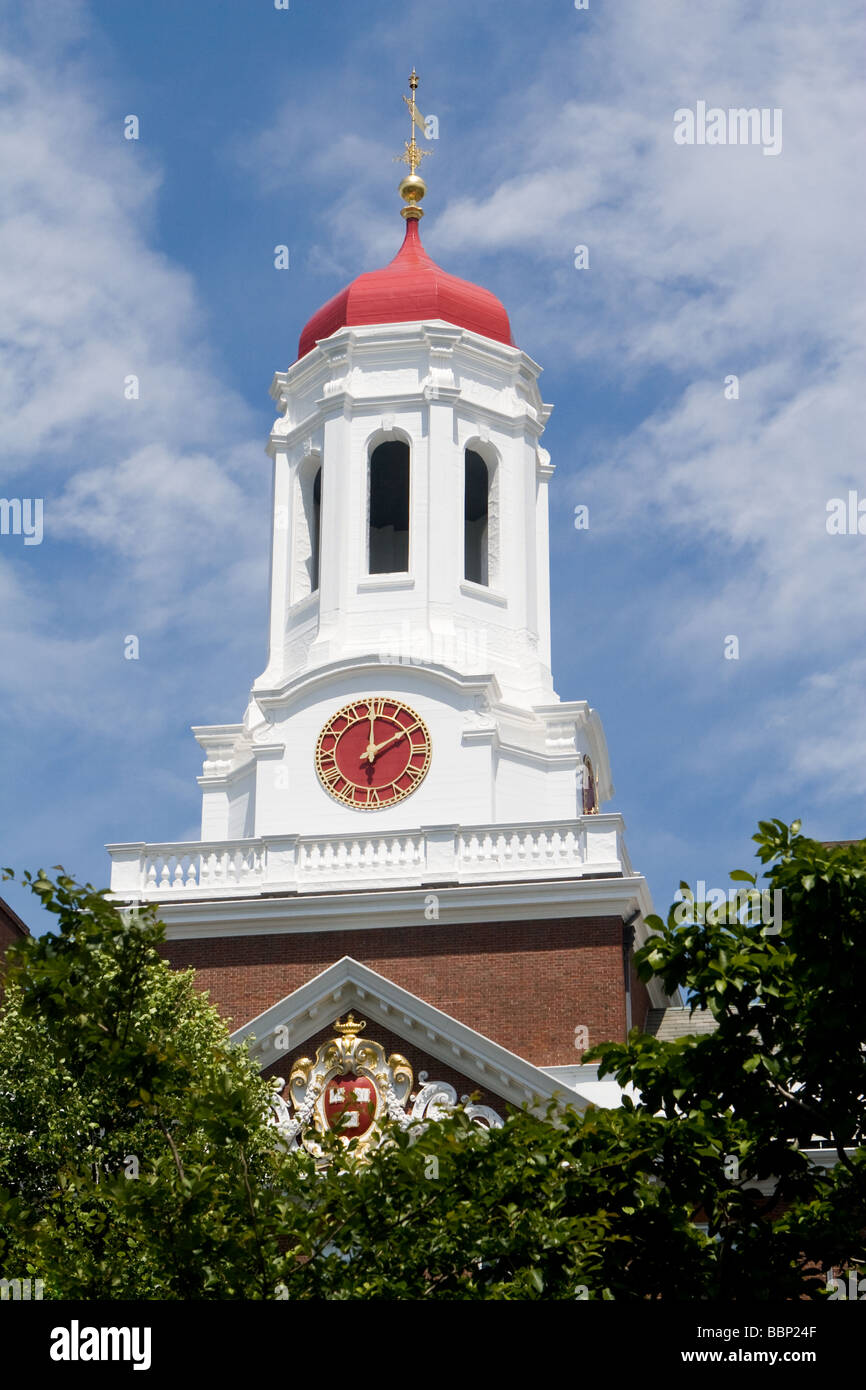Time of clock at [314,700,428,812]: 2:00
